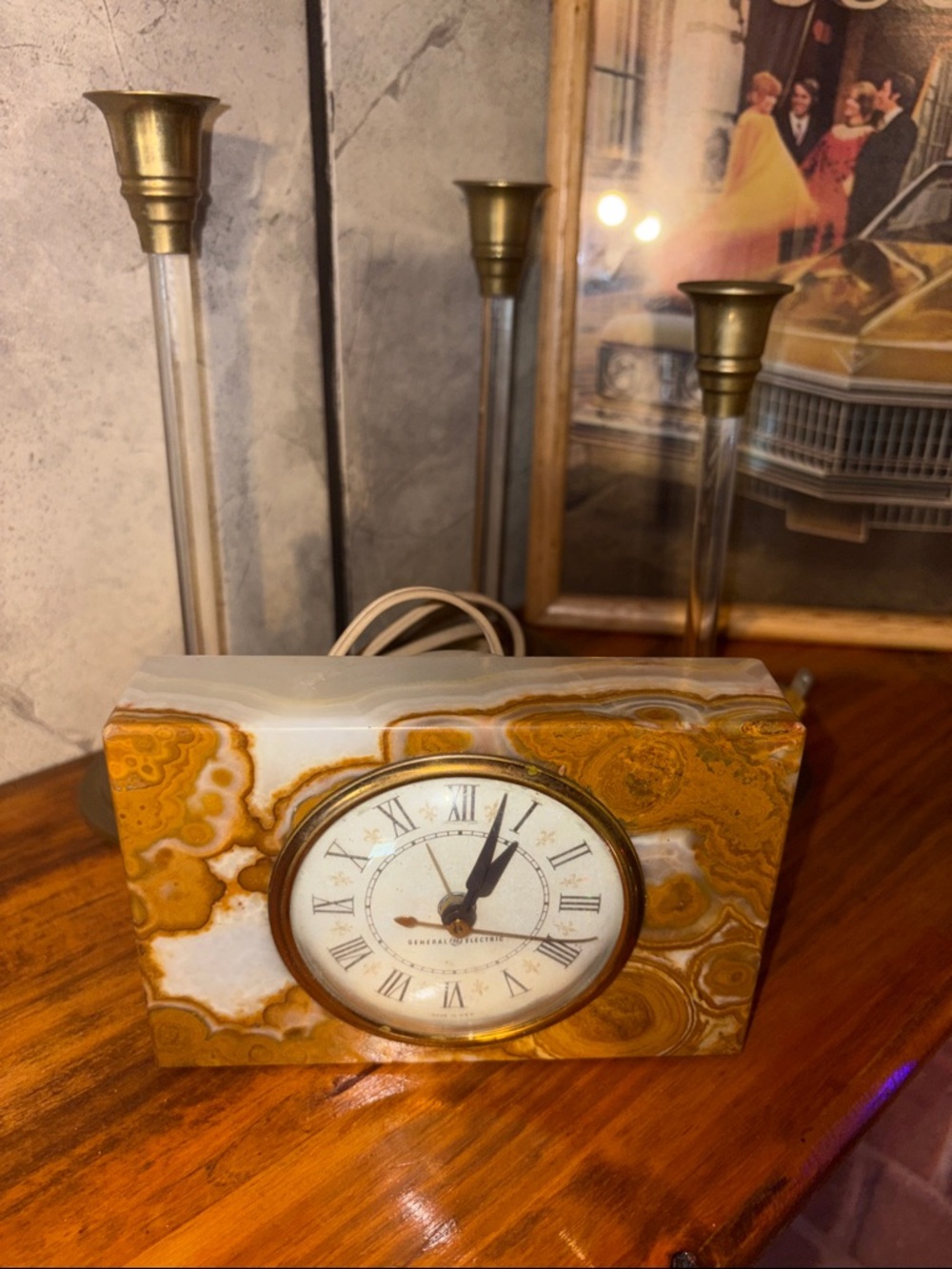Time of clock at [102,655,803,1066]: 1:02
